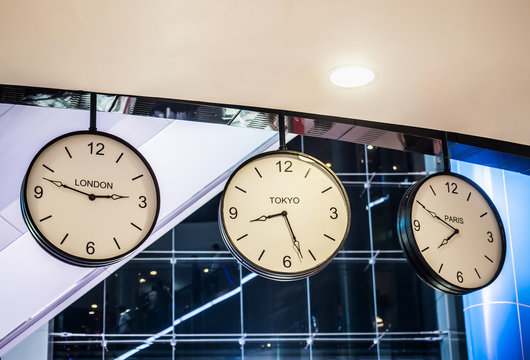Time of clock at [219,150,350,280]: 8:26
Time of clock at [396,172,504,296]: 7:49
